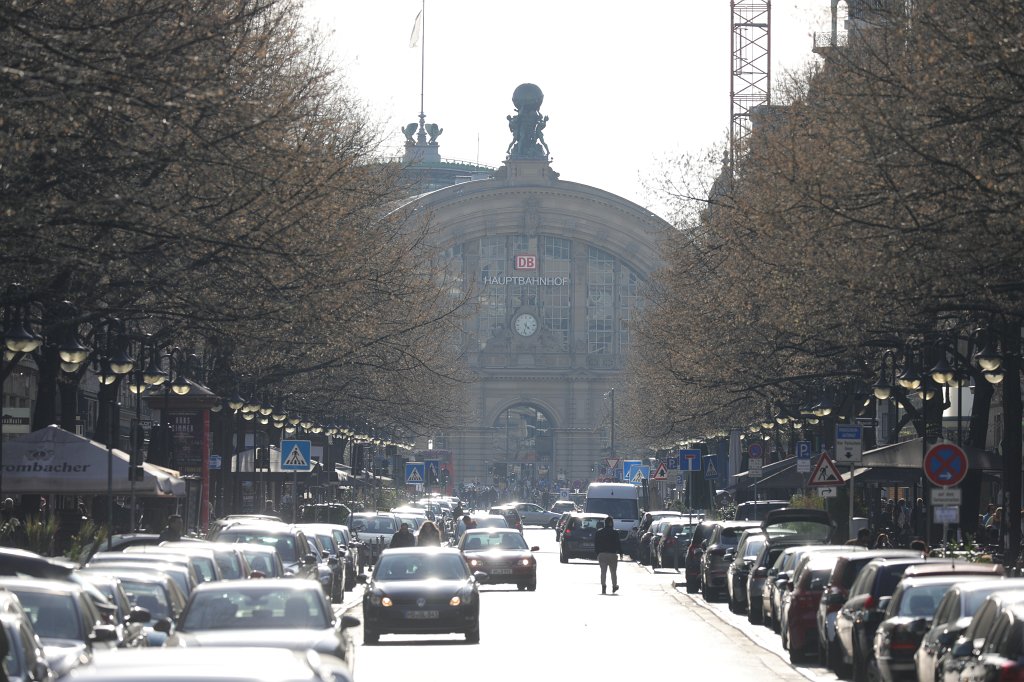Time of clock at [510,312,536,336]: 4:32
